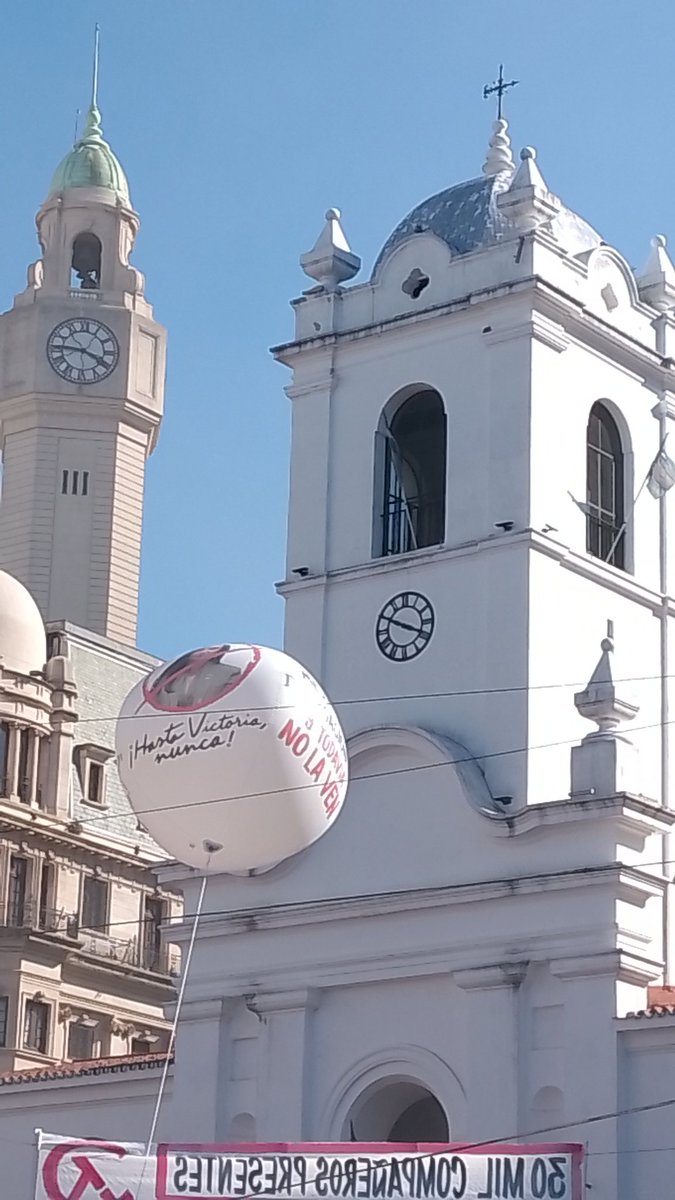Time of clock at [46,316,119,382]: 3:45
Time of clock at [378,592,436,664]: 3:49
